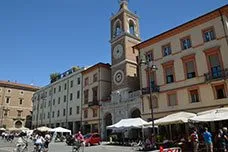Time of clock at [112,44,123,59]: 11:37
